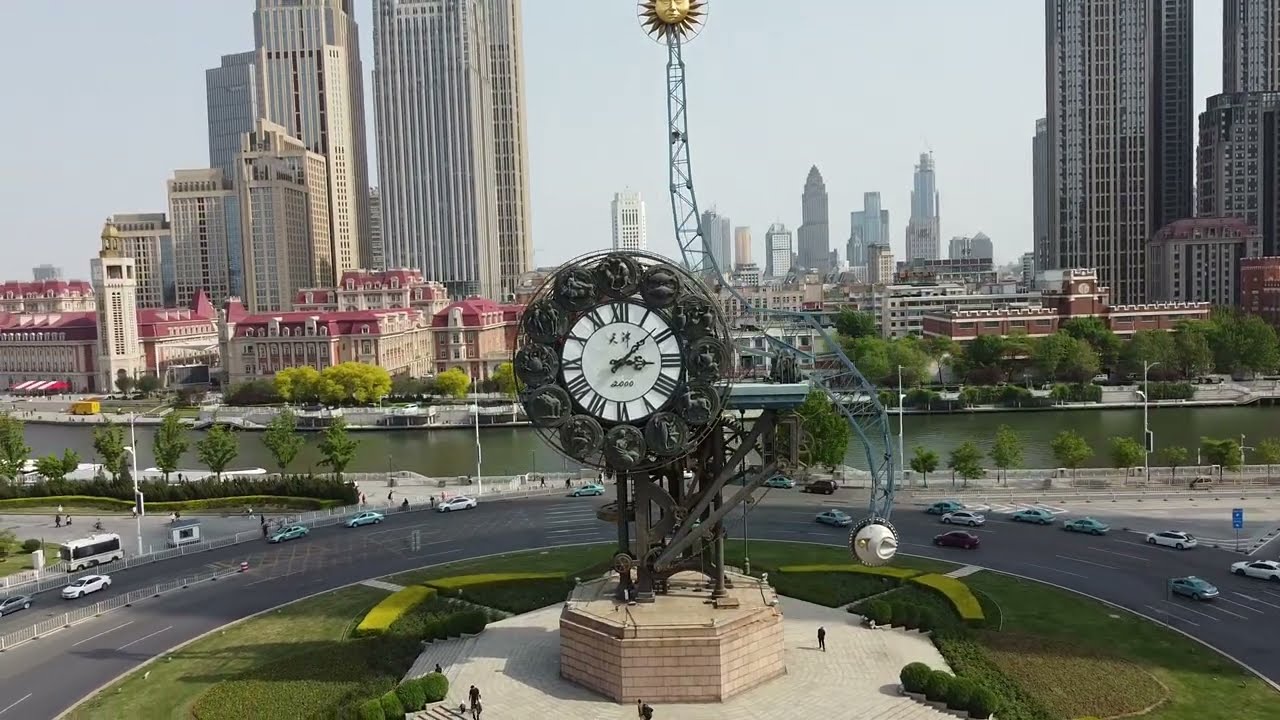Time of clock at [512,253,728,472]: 3:07
